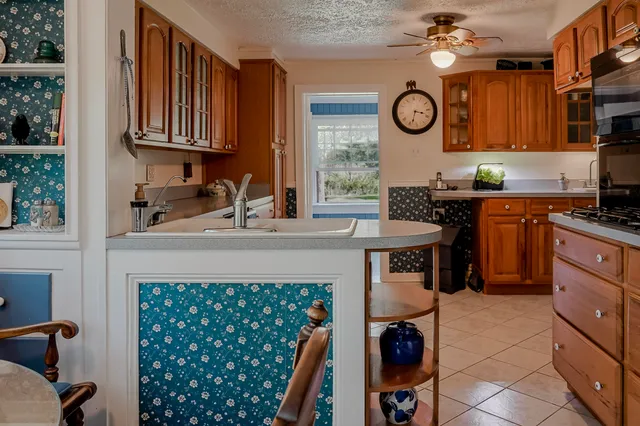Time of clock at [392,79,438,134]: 3:33
